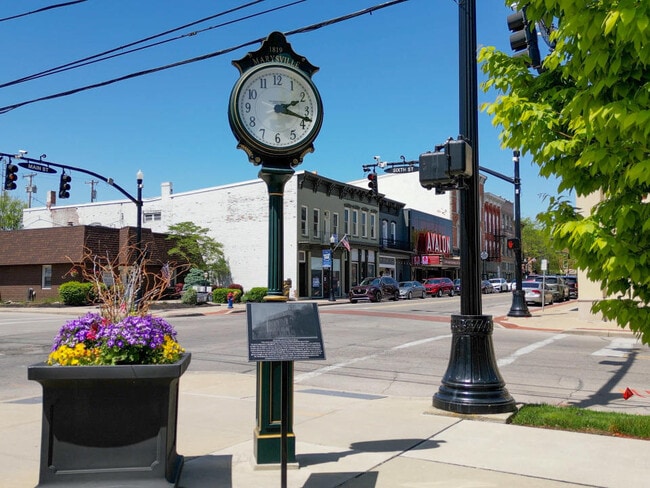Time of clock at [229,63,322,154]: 2:18
